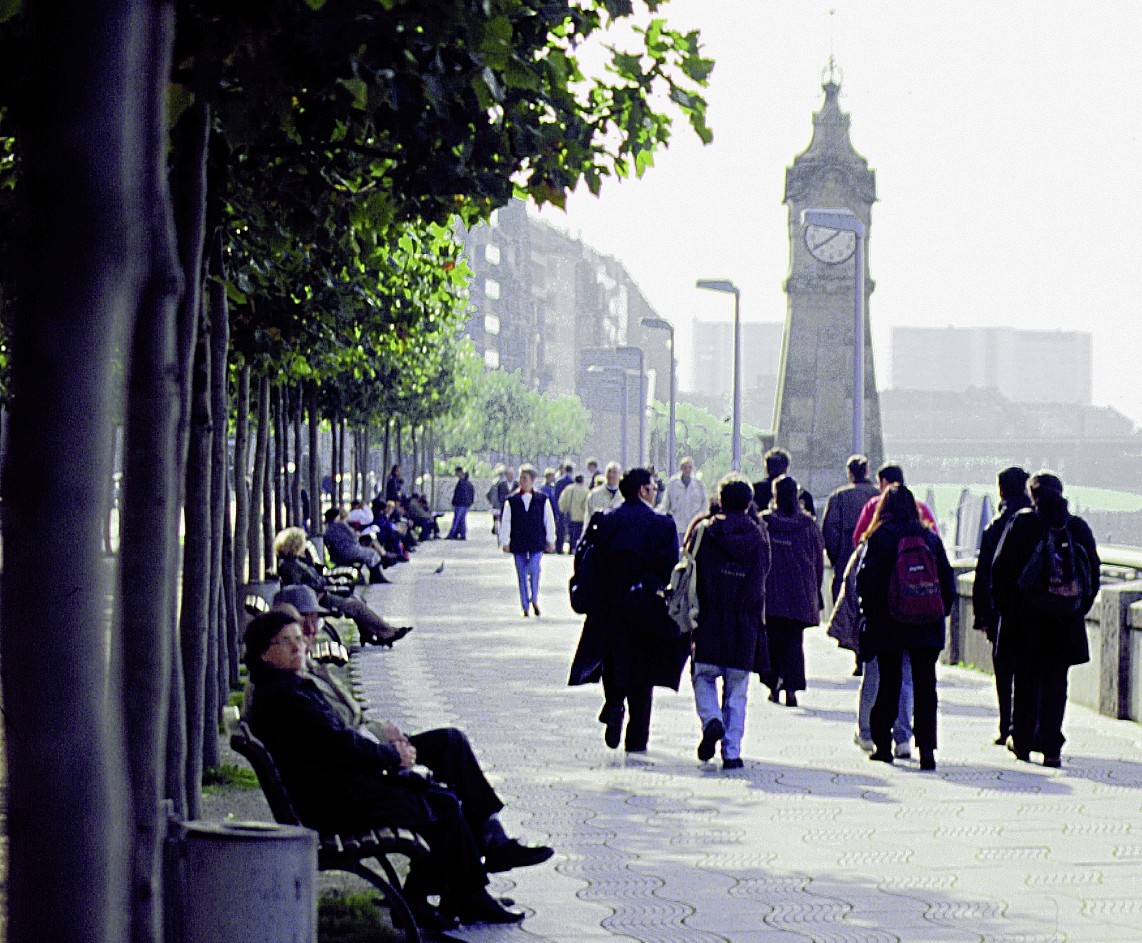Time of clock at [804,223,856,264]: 1:39
